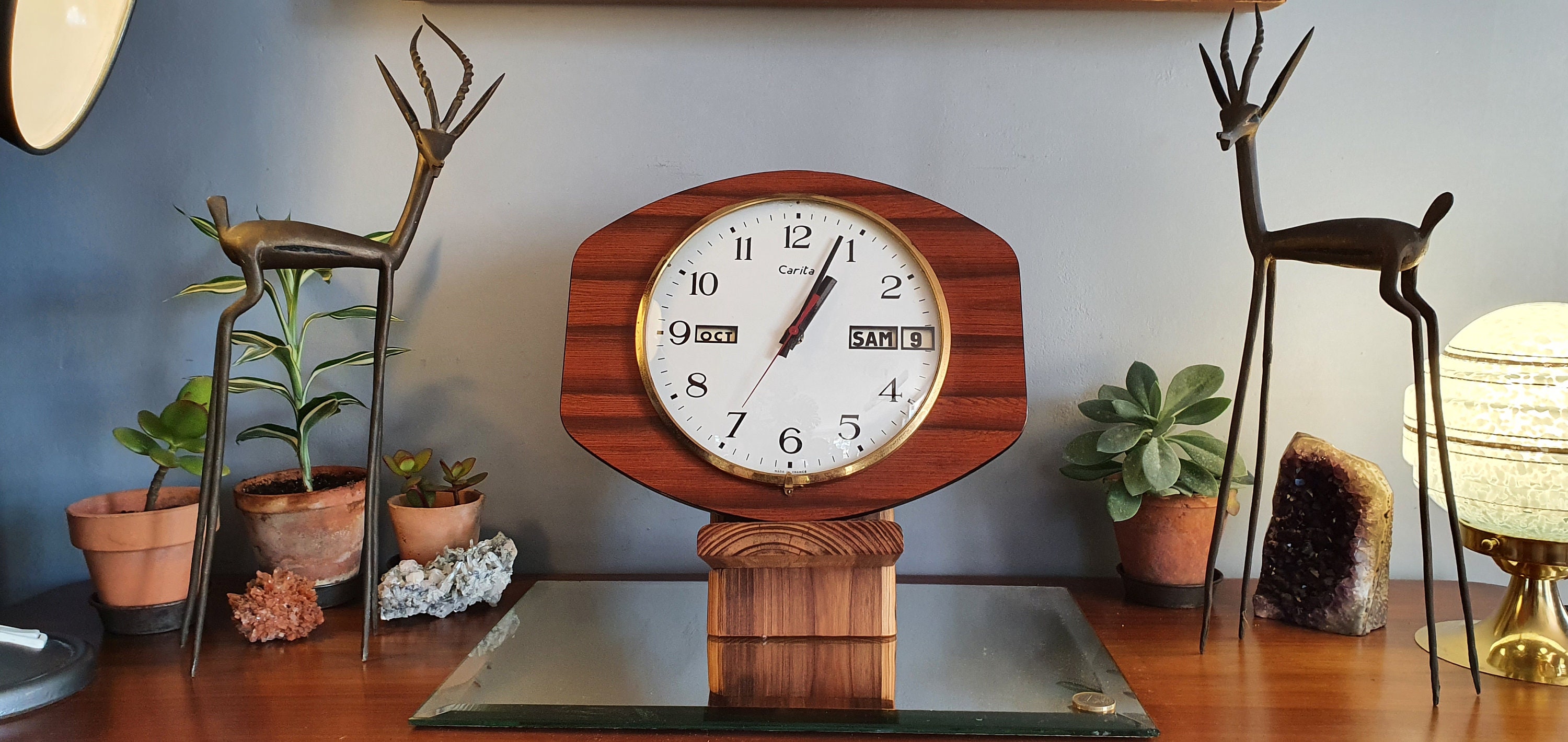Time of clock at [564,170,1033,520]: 1:03
